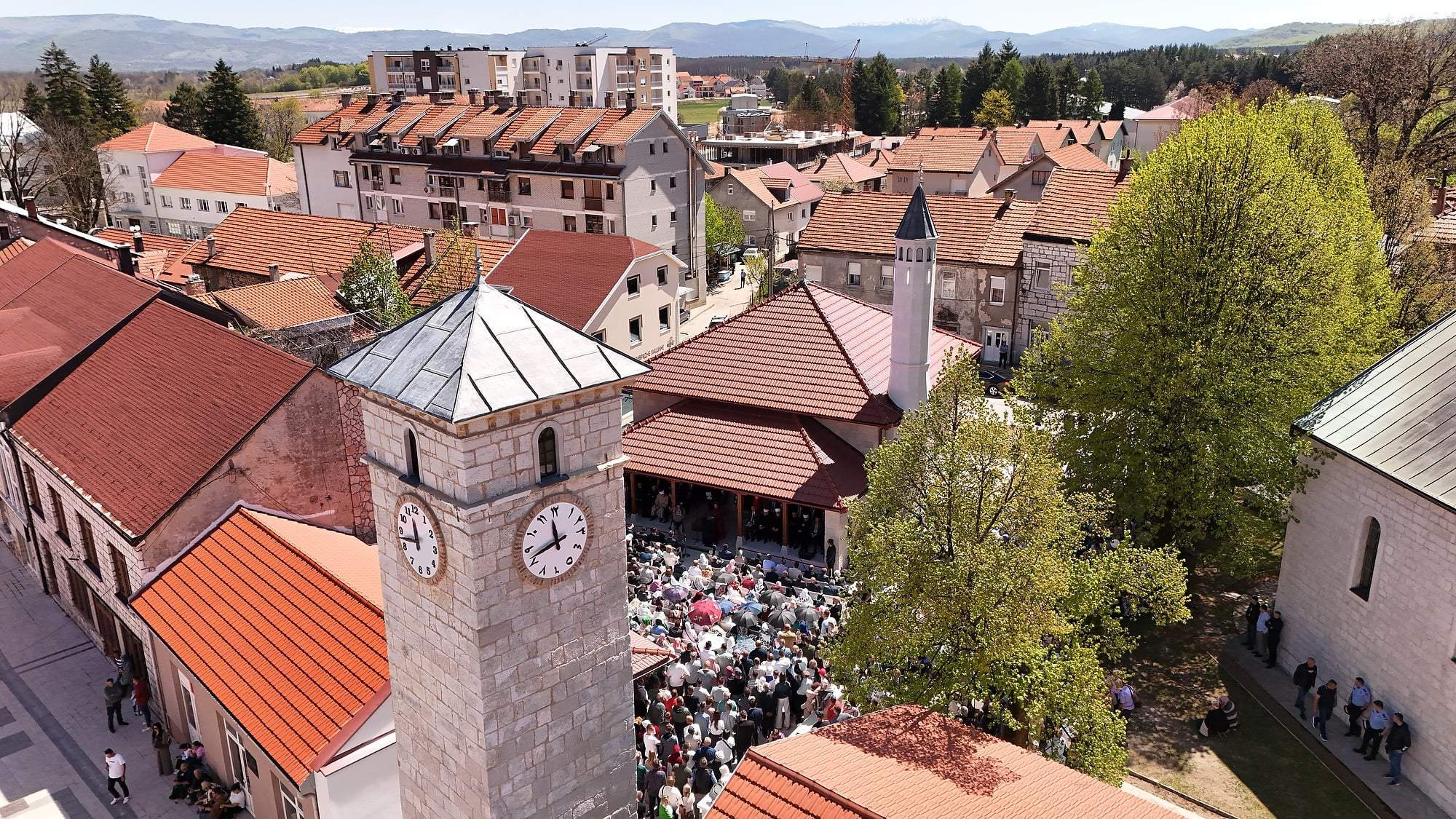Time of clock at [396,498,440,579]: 11:42
